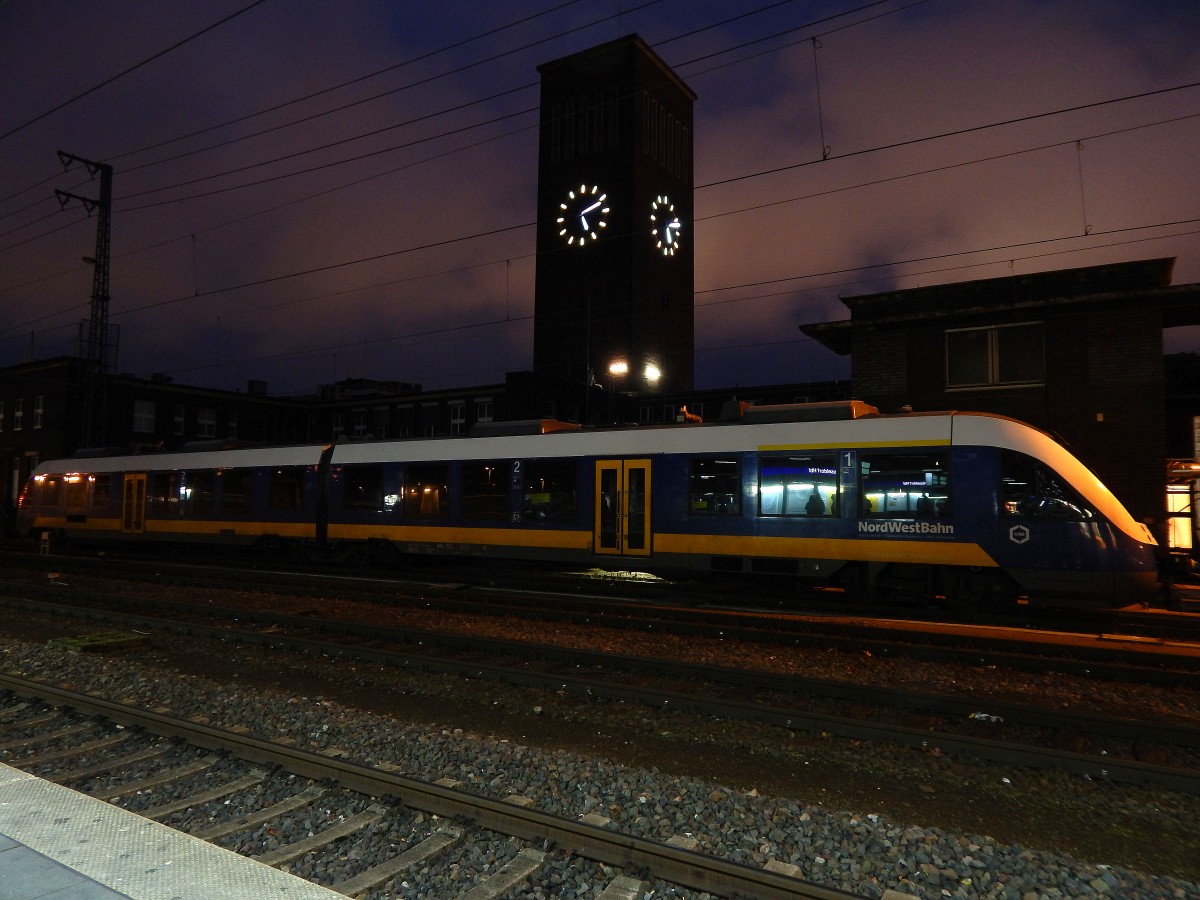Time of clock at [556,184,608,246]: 5:11
